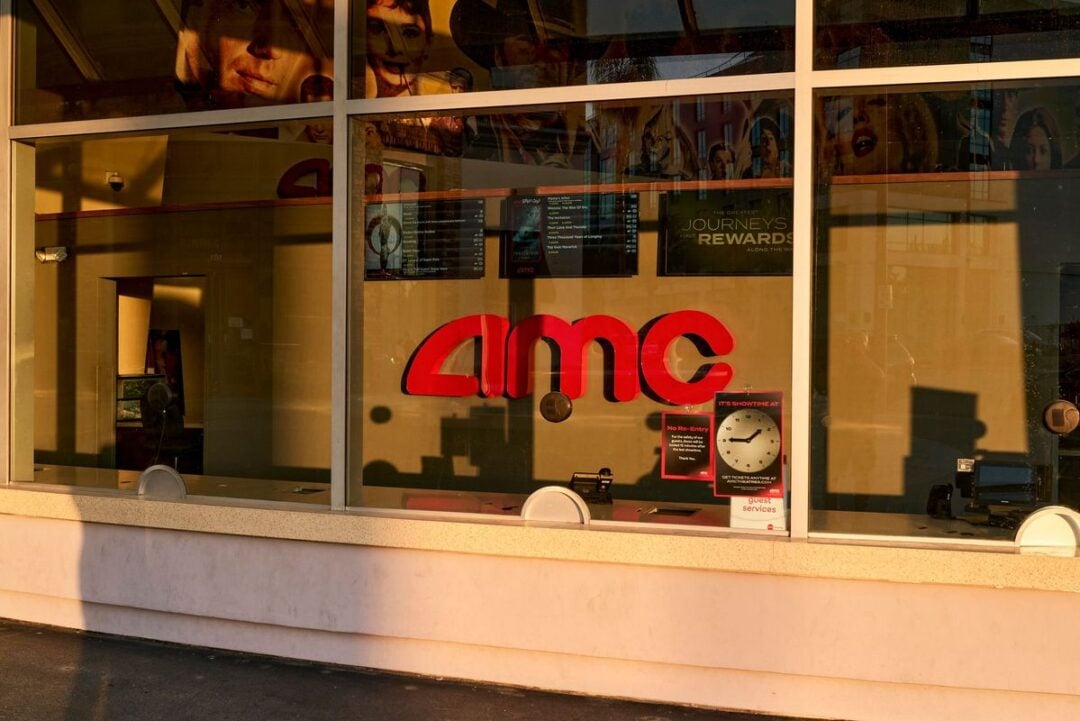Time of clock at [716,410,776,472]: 1:45
